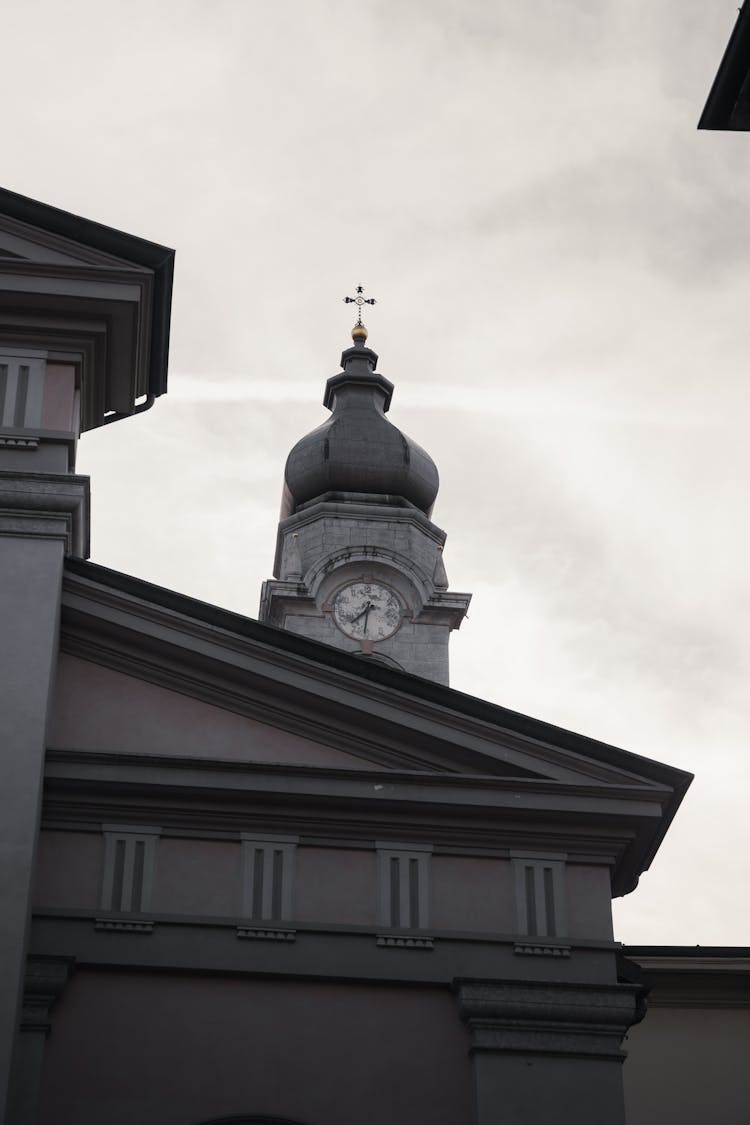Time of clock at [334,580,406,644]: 7:31
